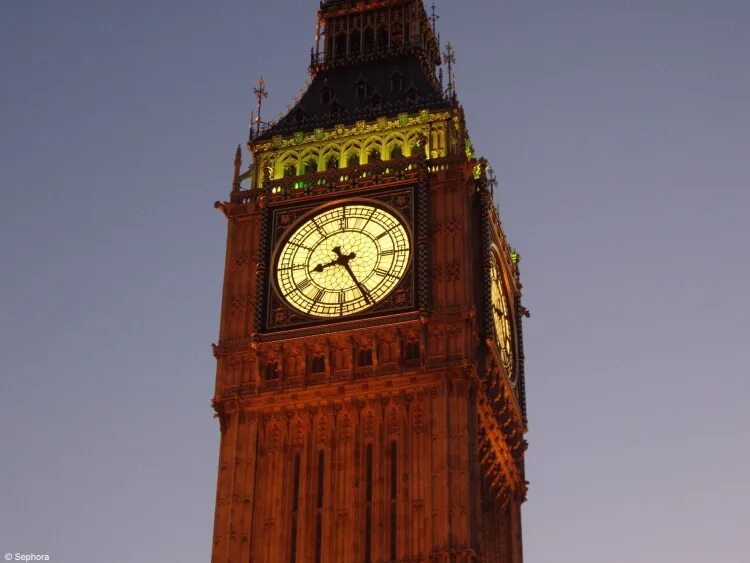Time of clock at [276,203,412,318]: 8:25
